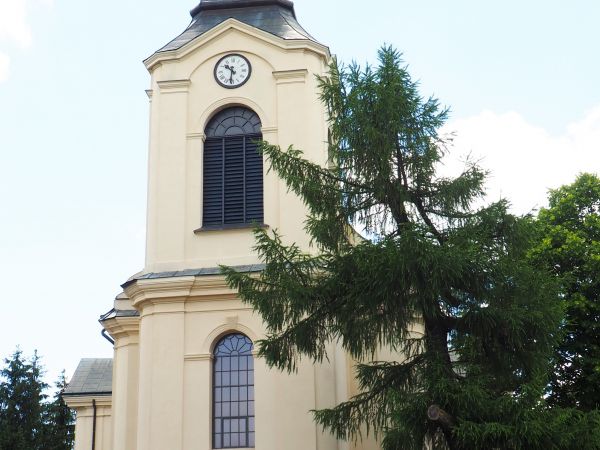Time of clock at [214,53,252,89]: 10:31
